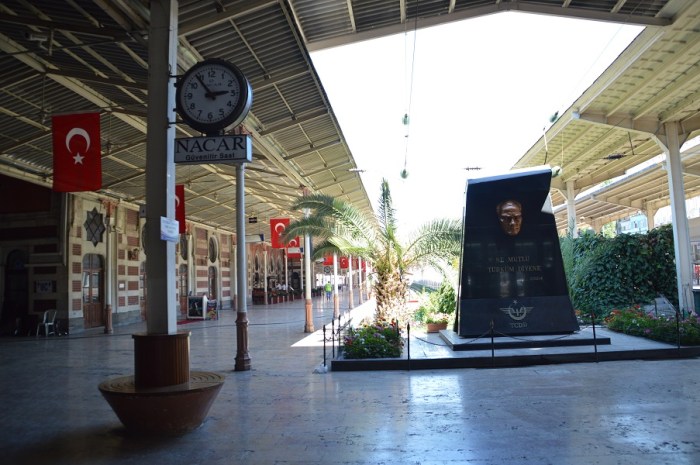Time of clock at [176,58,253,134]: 2:53
